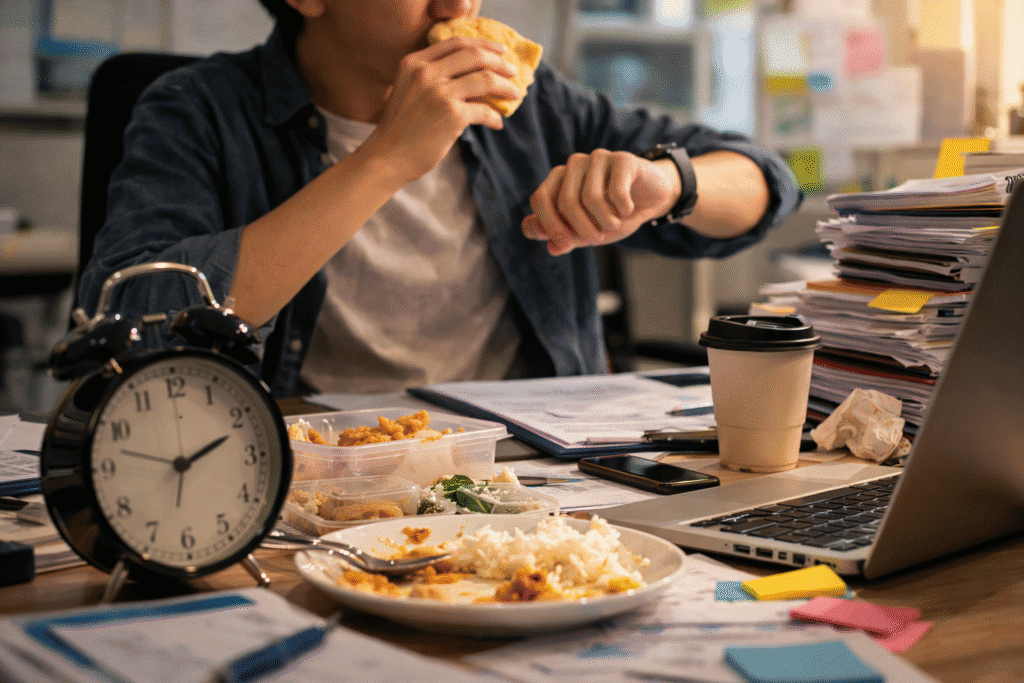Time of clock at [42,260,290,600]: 2:11
